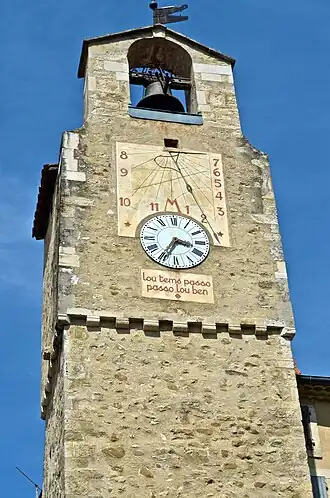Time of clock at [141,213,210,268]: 3:34
